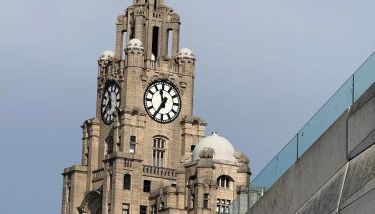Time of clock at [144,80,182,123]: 11:35
